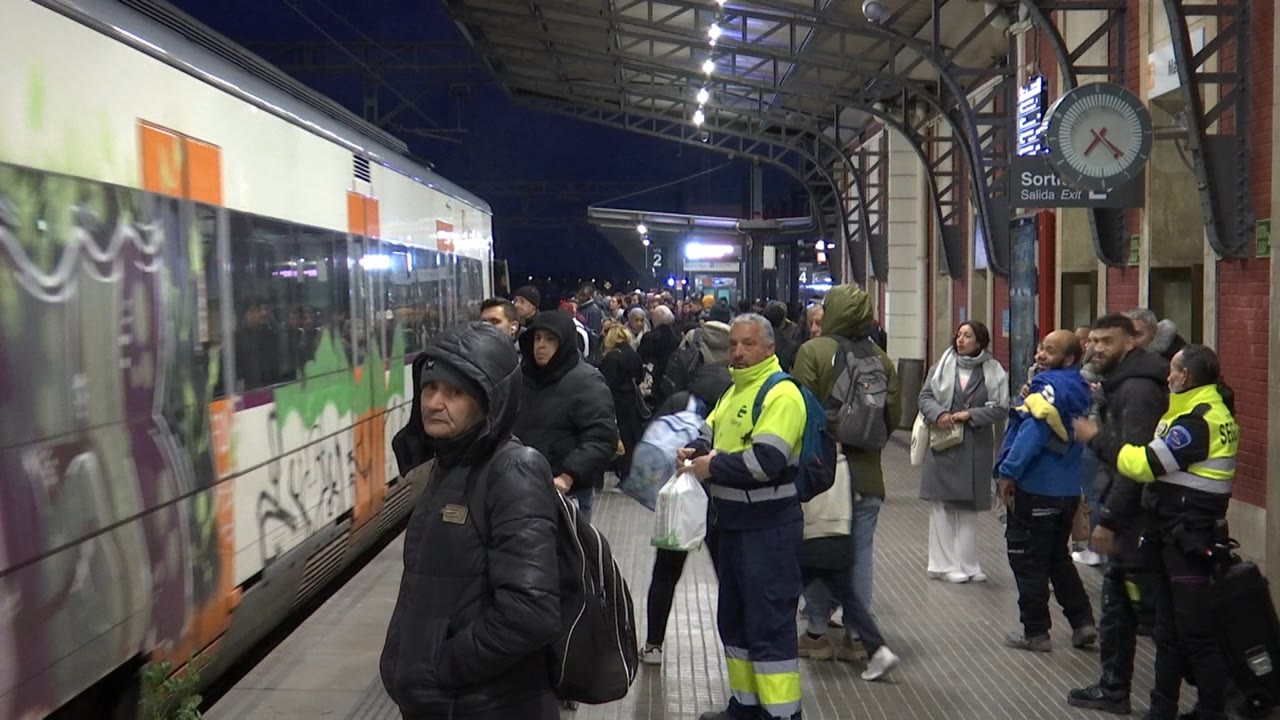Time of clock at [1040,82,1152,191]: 7:22
